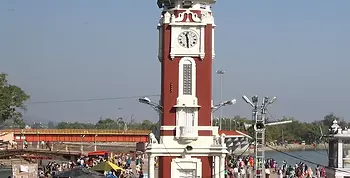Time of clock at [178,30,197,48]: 11:29
